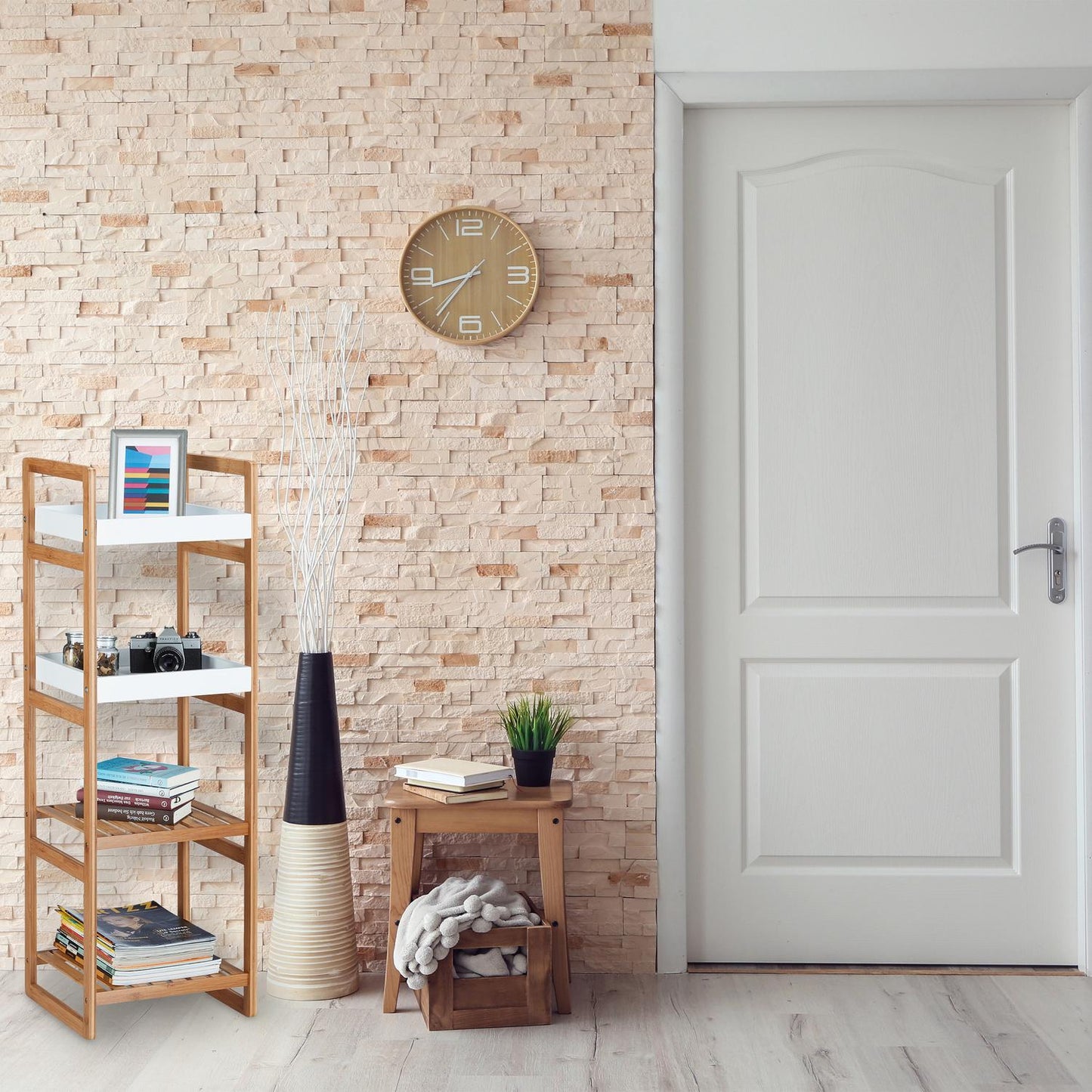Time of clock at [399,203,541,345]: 8:36
